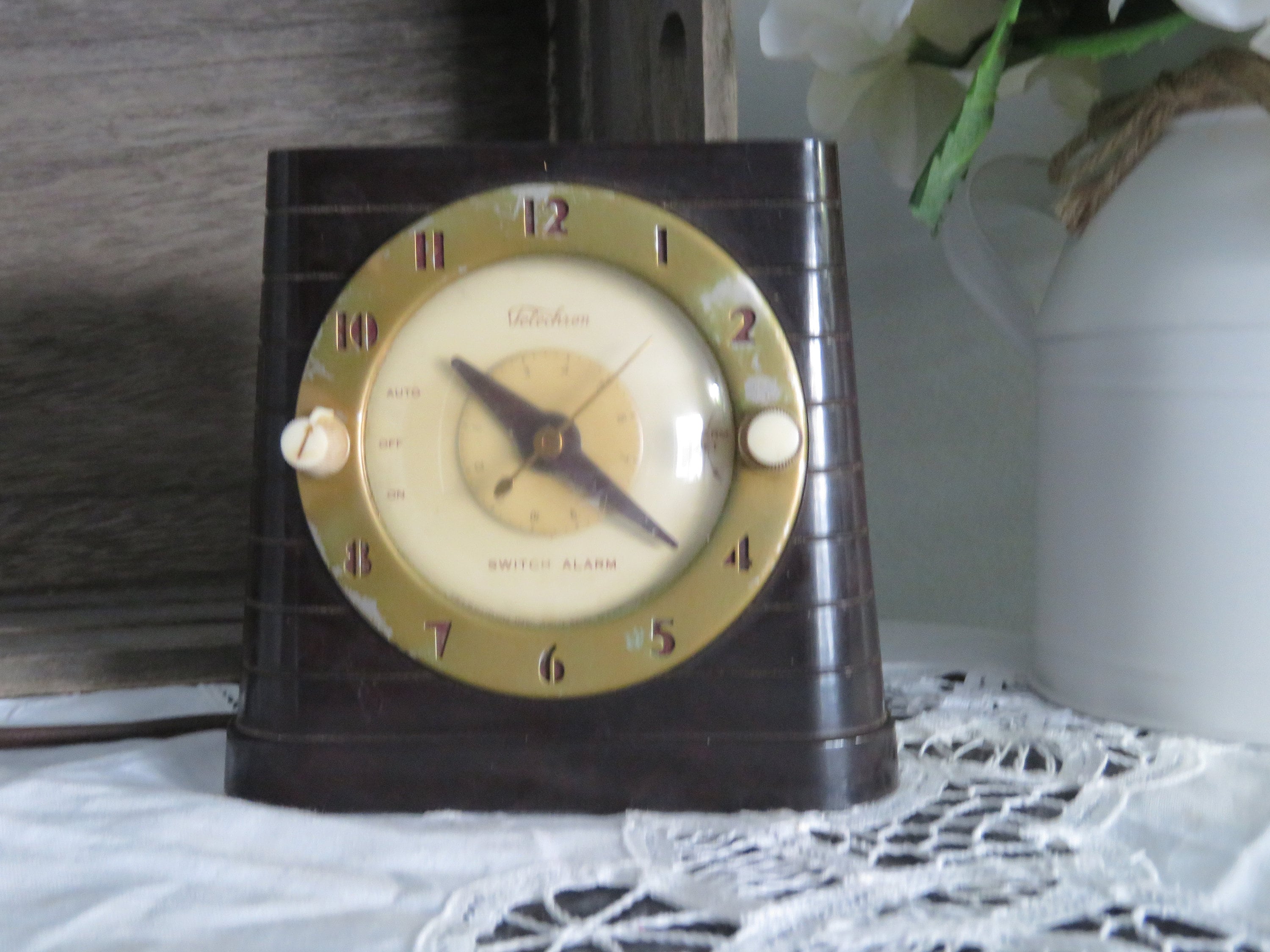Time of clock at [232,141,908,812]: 10:21
